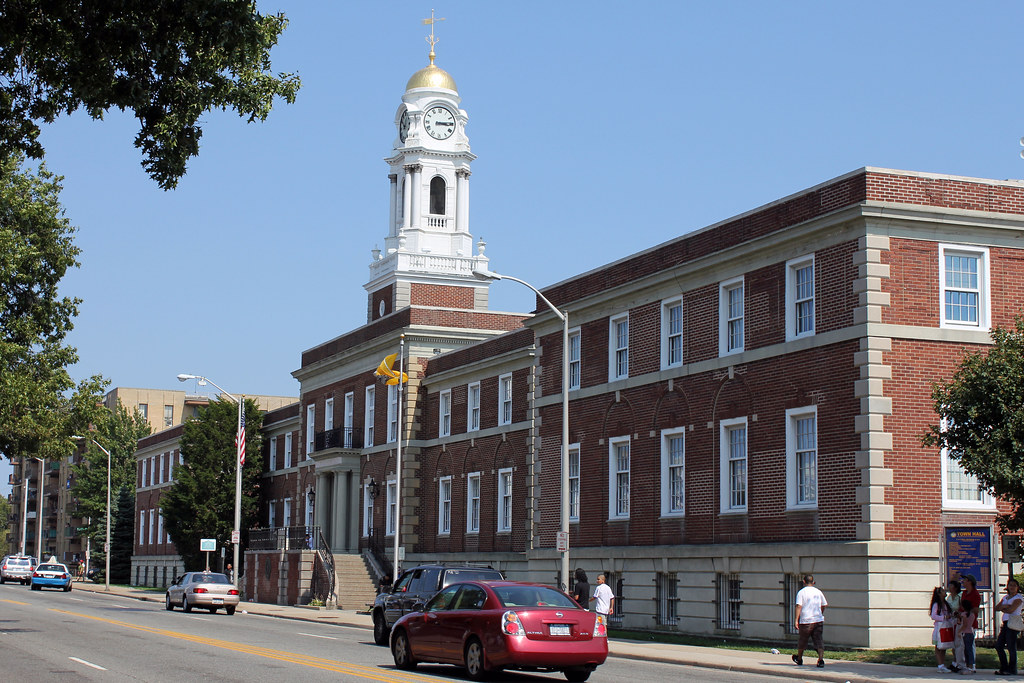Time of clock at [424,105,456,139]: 3:14
